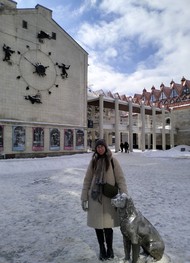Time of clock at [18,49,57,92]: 1:50
